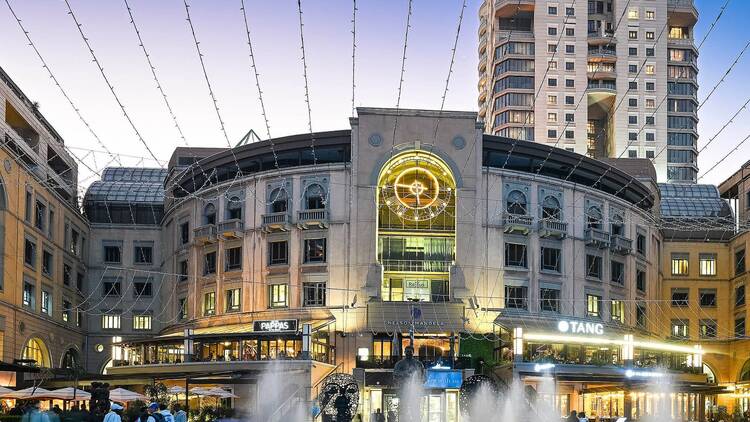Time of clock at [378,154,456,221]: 5:46
